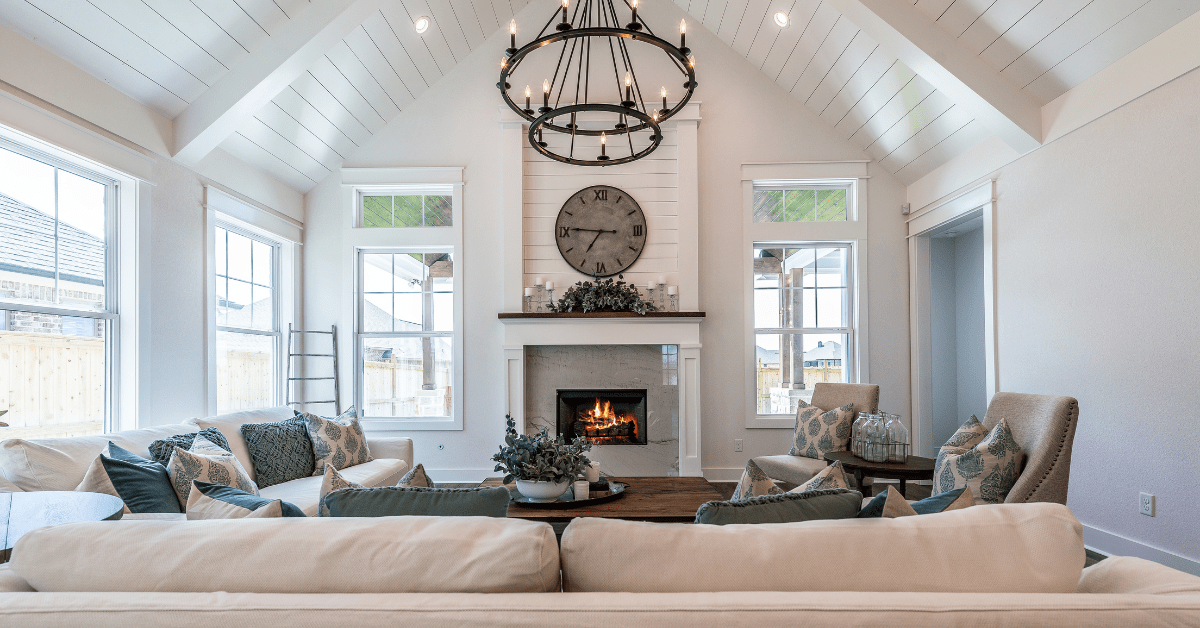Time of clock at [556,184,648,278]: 6:45
